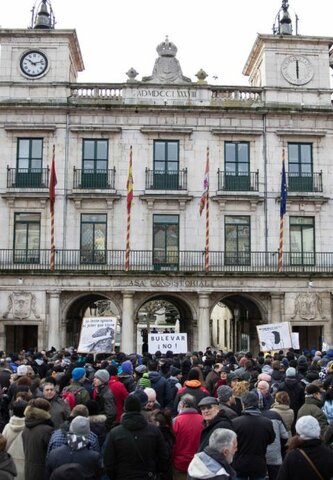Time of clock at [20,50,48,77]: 10:12
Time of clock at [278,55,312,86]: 6:00
